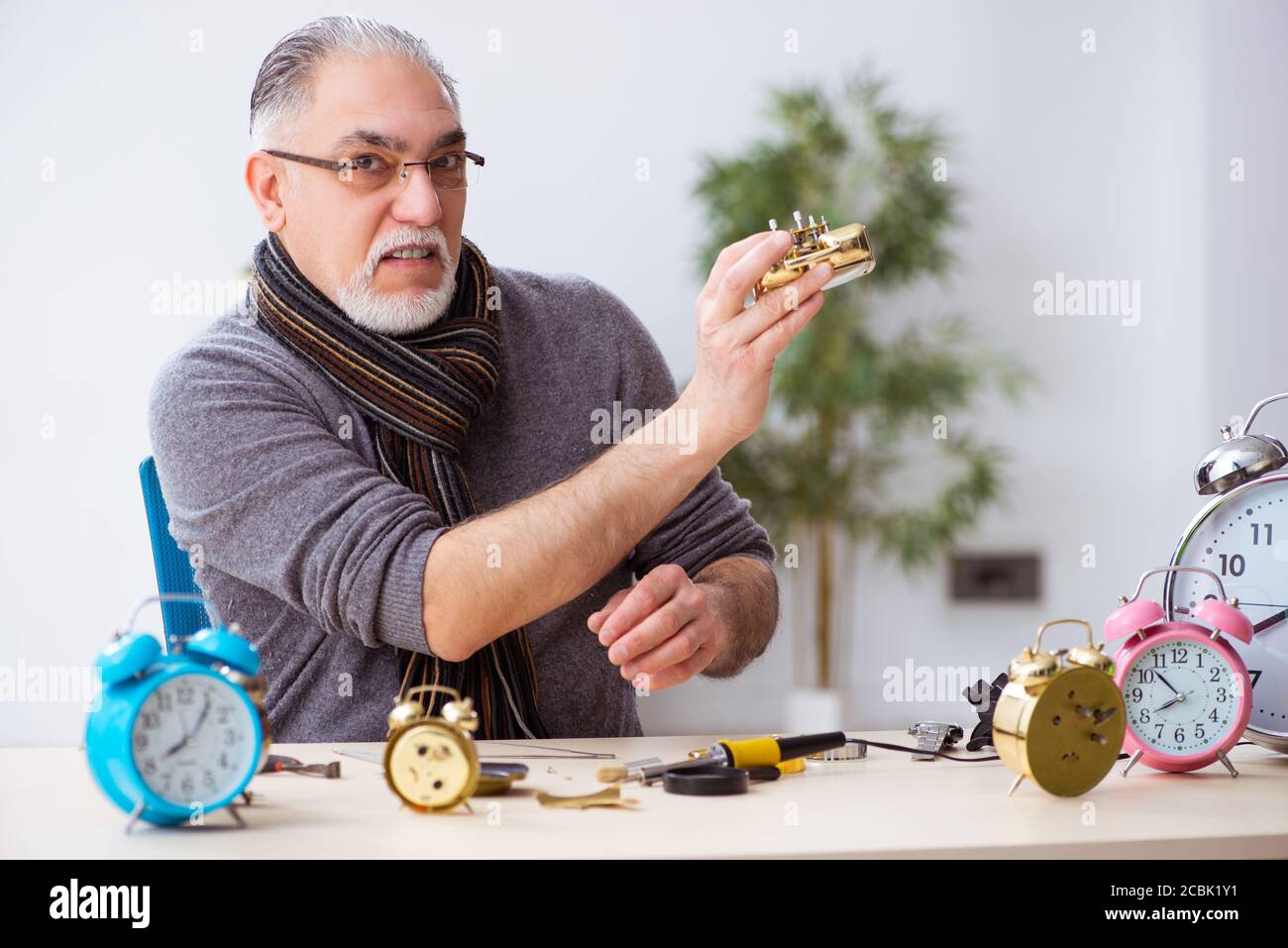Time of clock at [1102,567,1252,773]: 7:52
